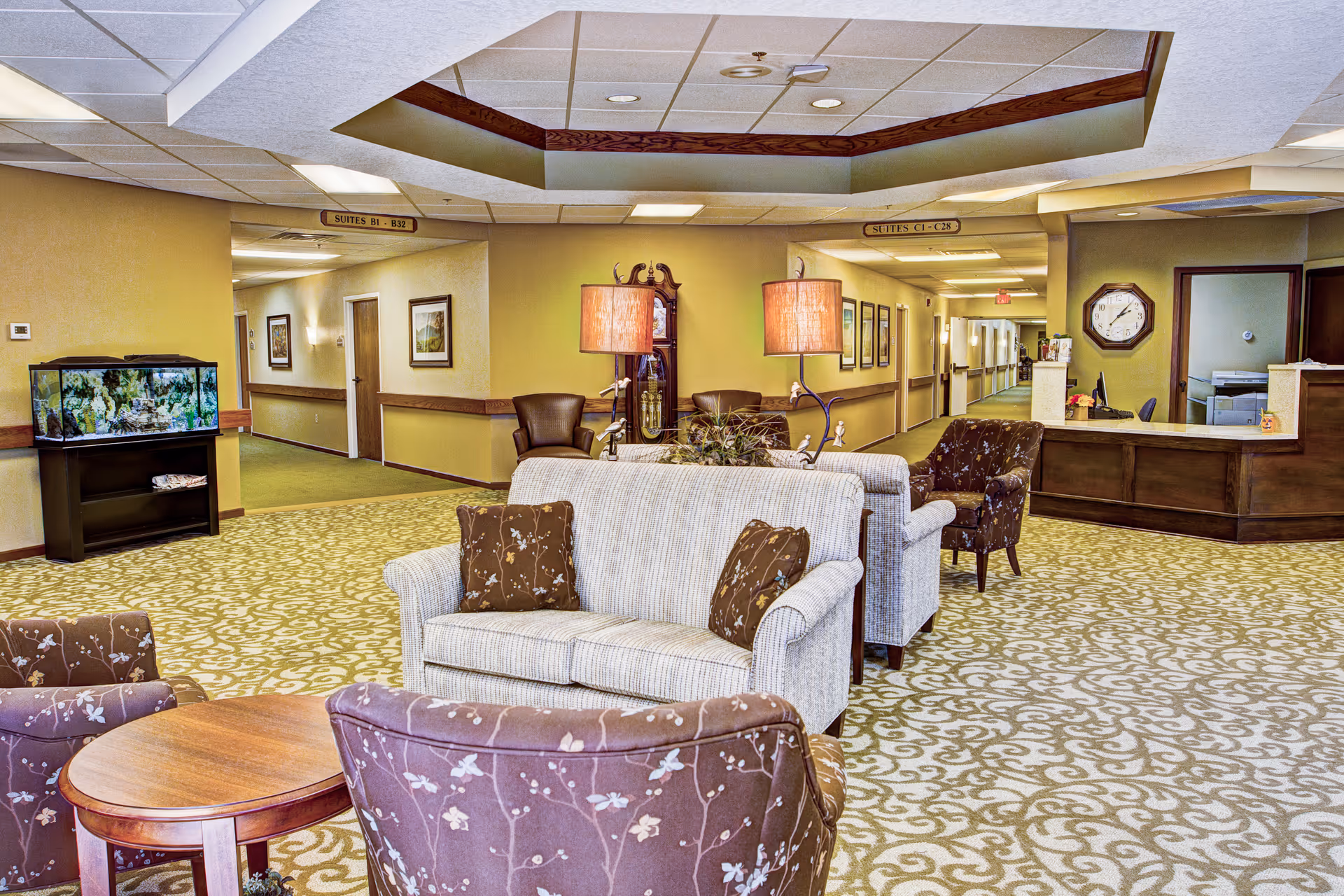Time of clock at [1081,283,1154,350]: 2:07
